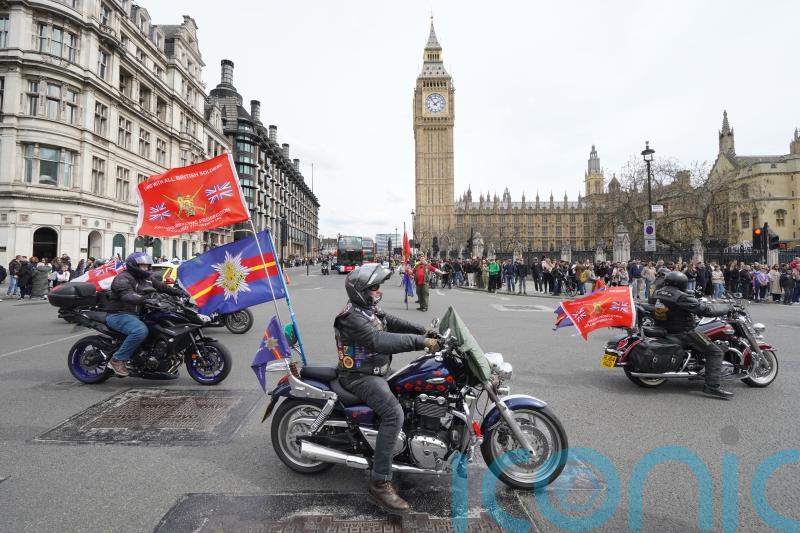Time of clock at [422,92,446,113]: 1:53
